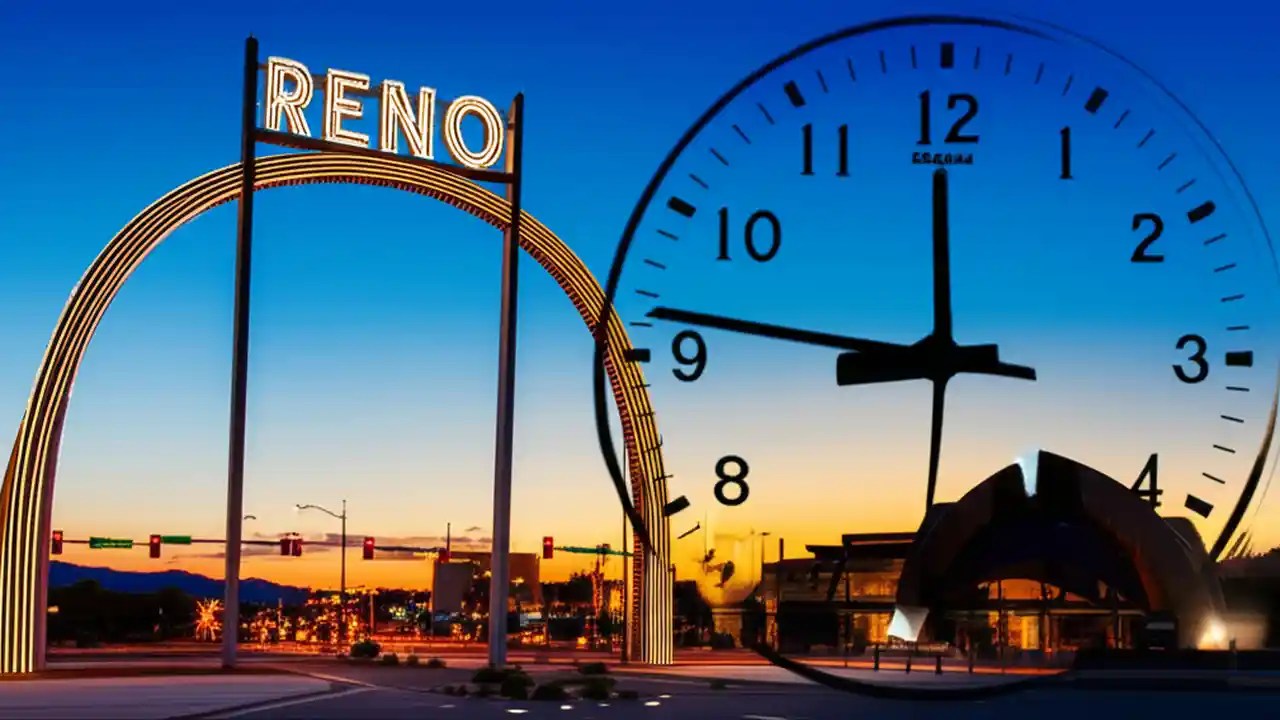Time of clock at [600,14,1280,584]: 11:46
